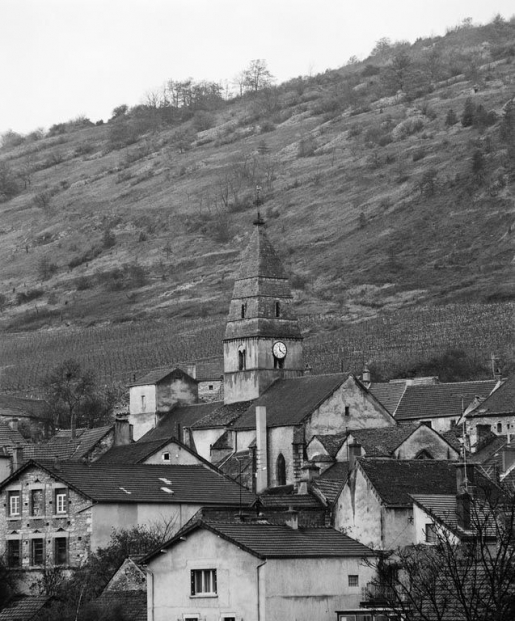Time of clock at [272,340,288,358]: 11:21
